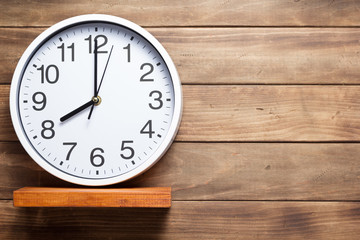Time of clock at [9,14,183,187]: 8:00
